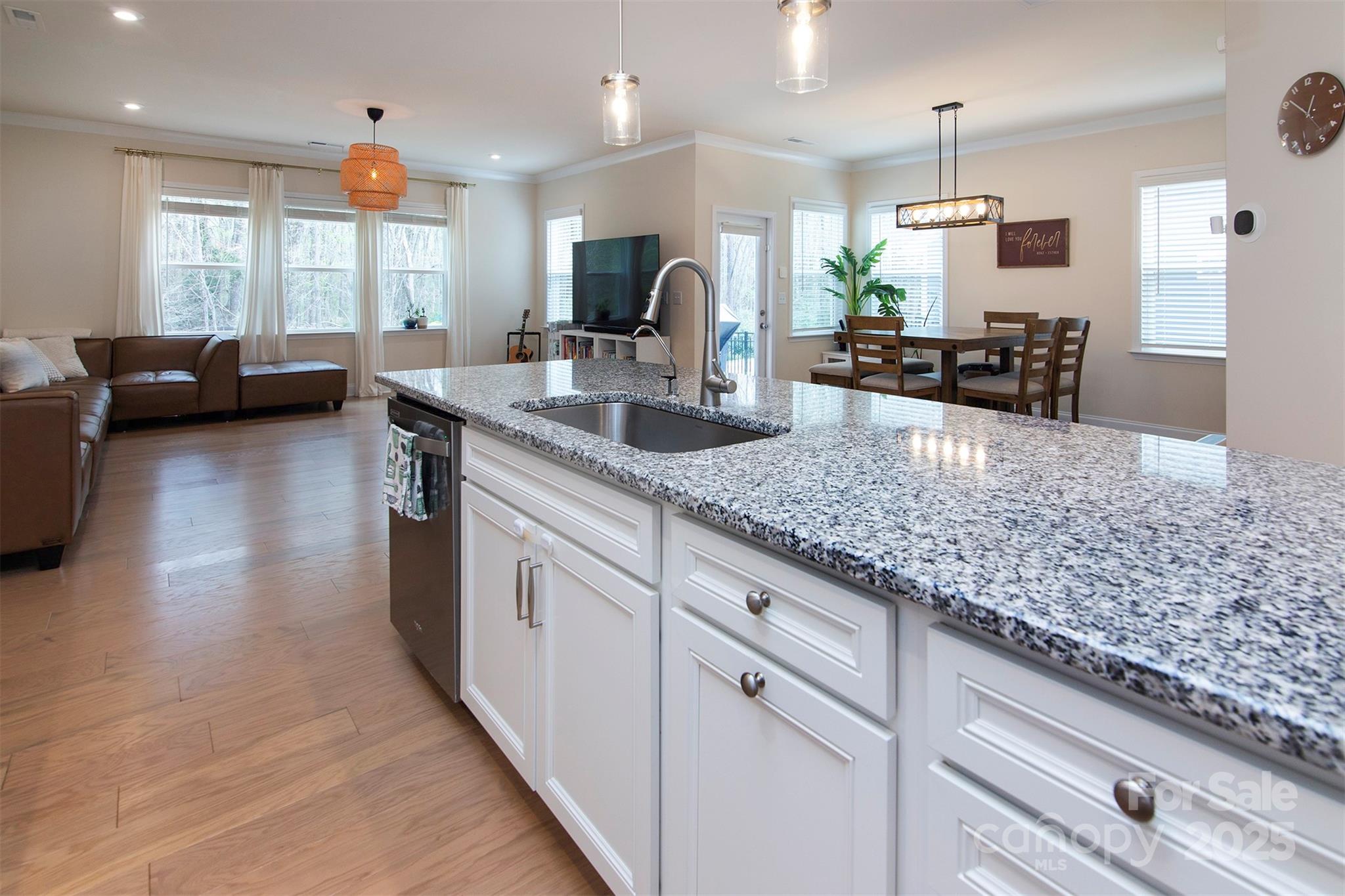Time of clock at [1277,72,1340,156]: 12:51
